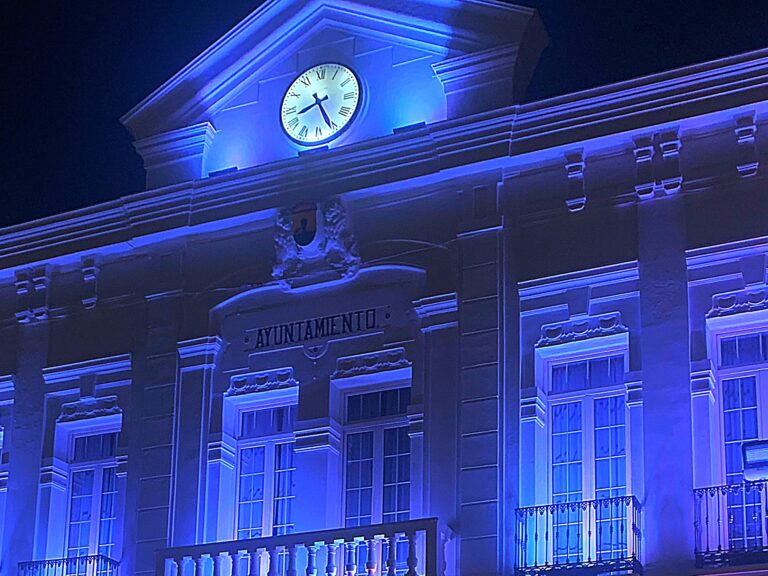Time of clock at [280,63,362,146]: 8:25
